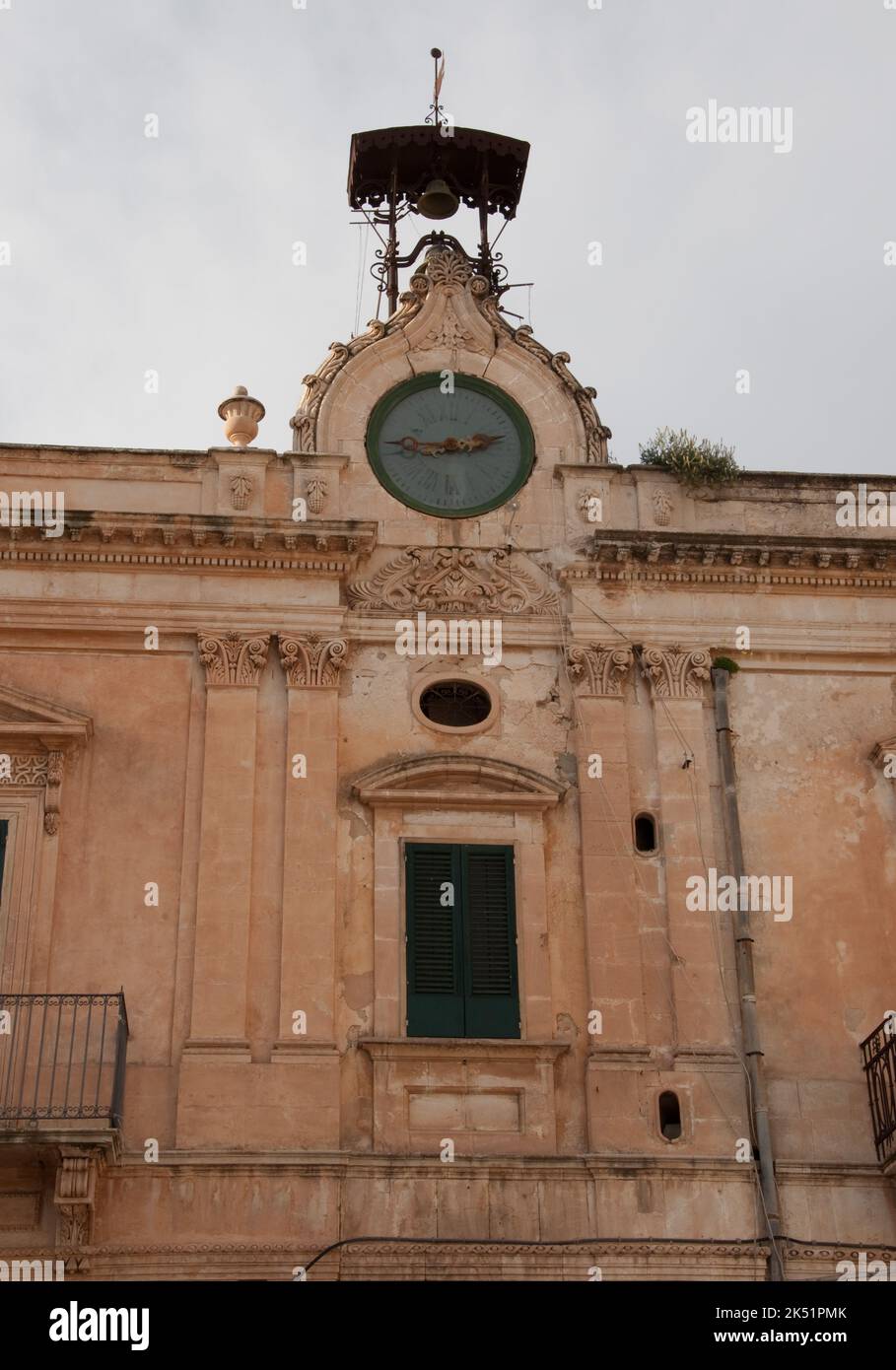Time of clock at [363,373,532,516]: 2:45
